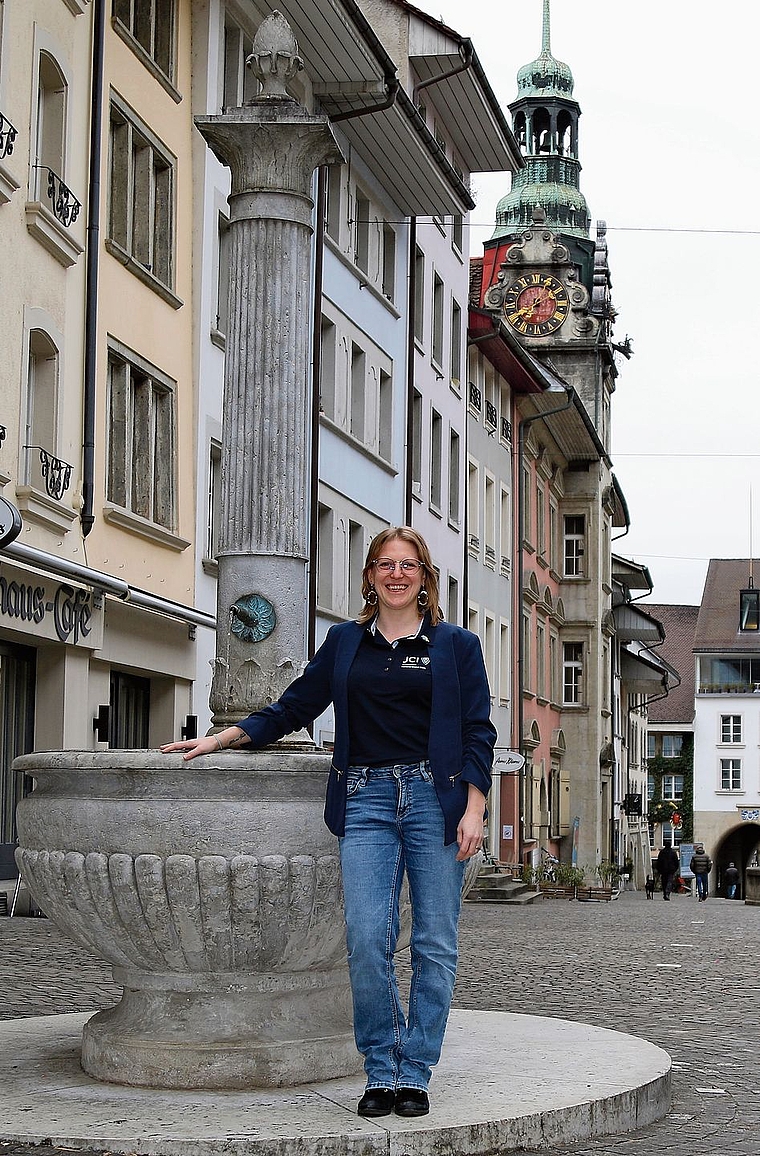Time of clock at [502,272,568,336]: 7:40
